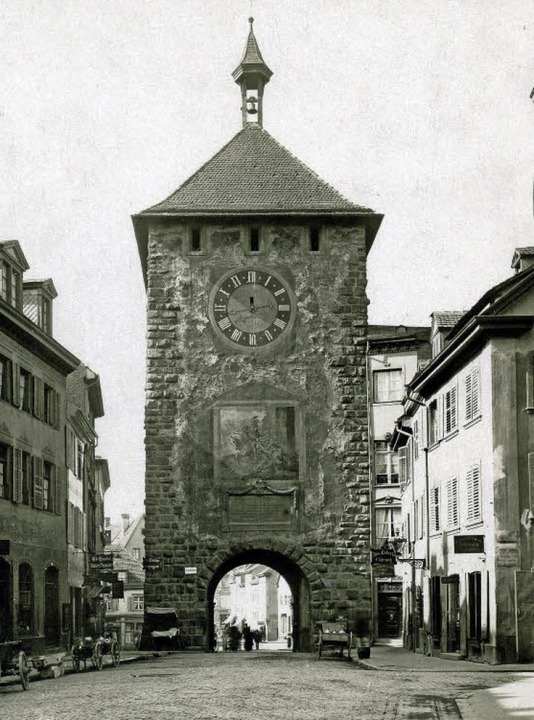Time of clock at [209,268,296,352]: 11:42
